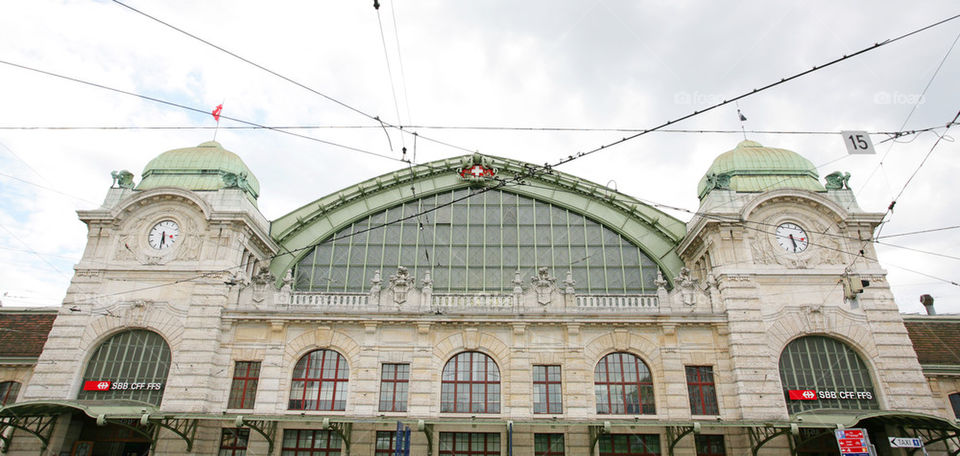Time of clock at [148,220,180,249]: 5:30
